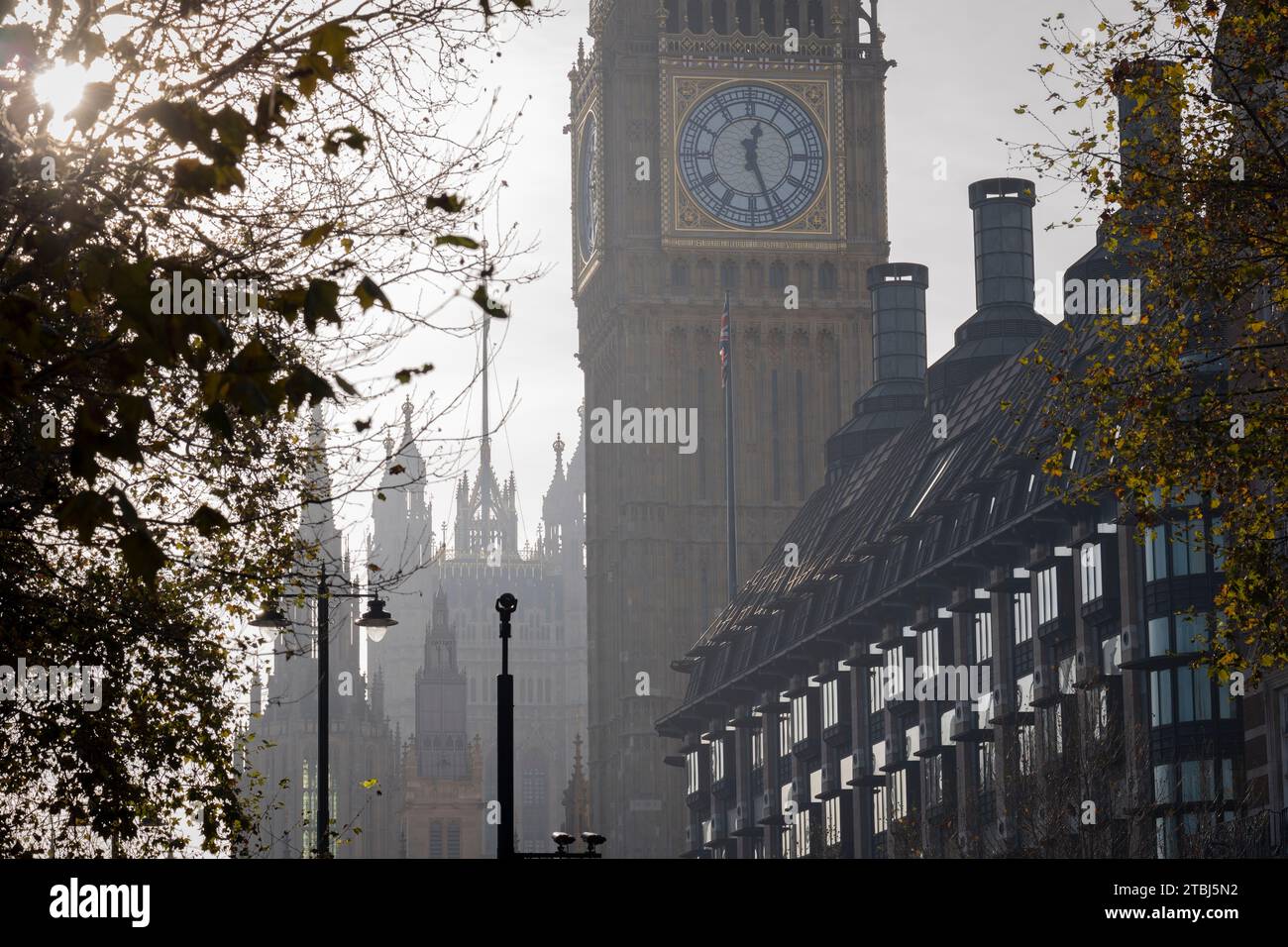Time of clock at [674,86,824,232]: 12:26
